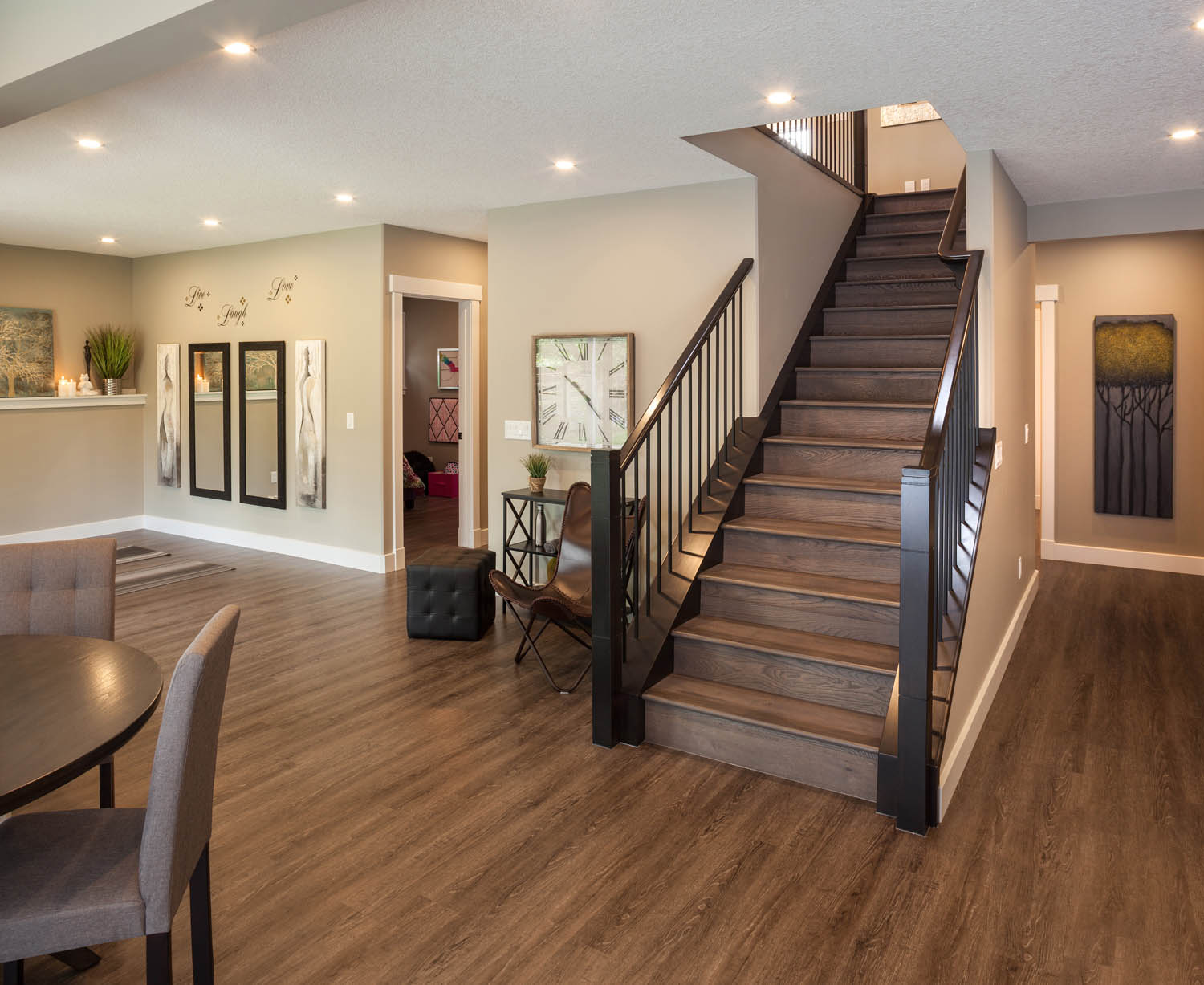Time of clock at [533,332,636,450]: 10:23
